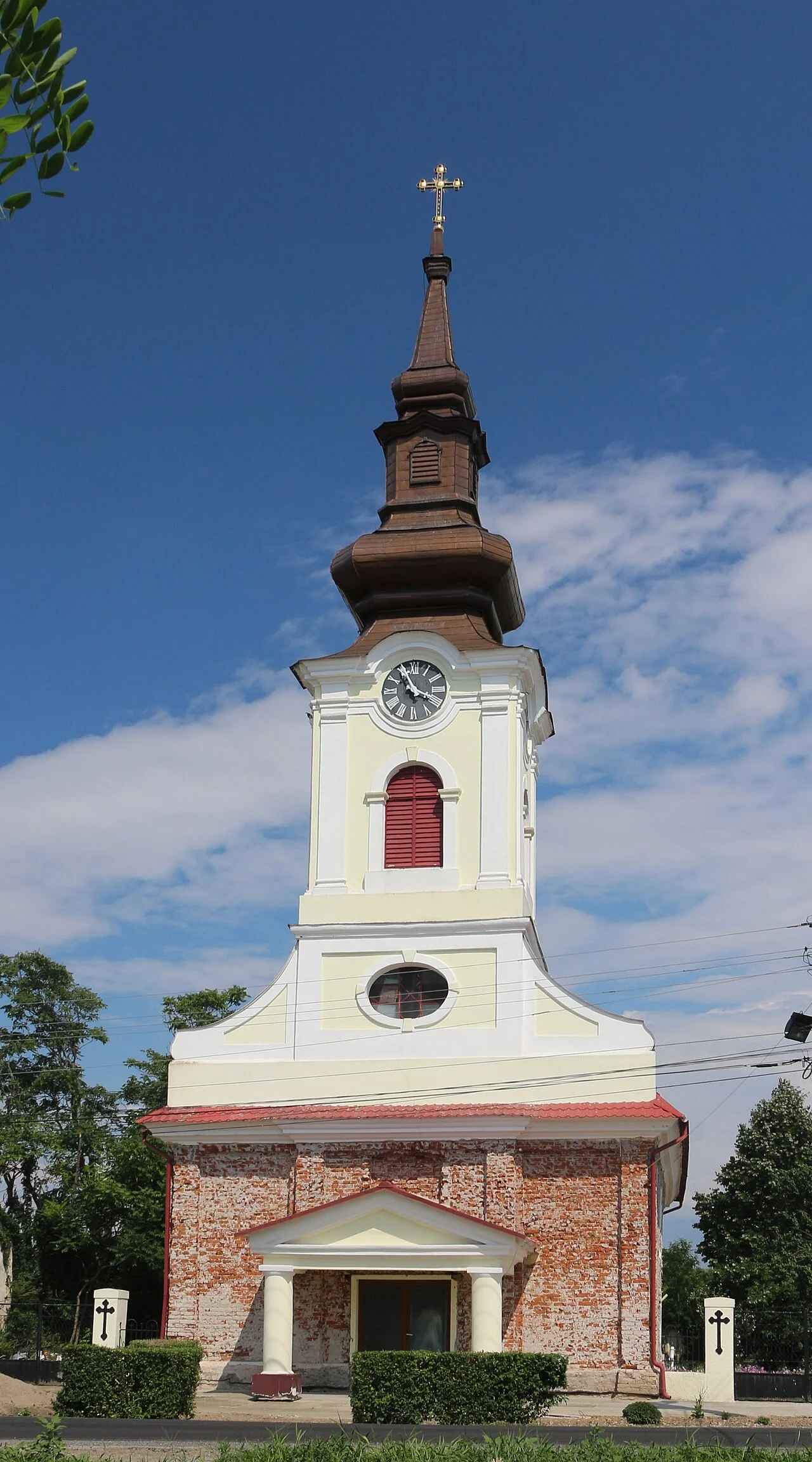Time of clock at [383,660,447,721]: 3:55
